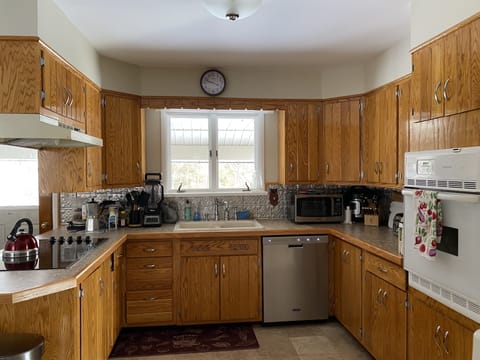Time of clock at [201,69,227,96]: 3:48
